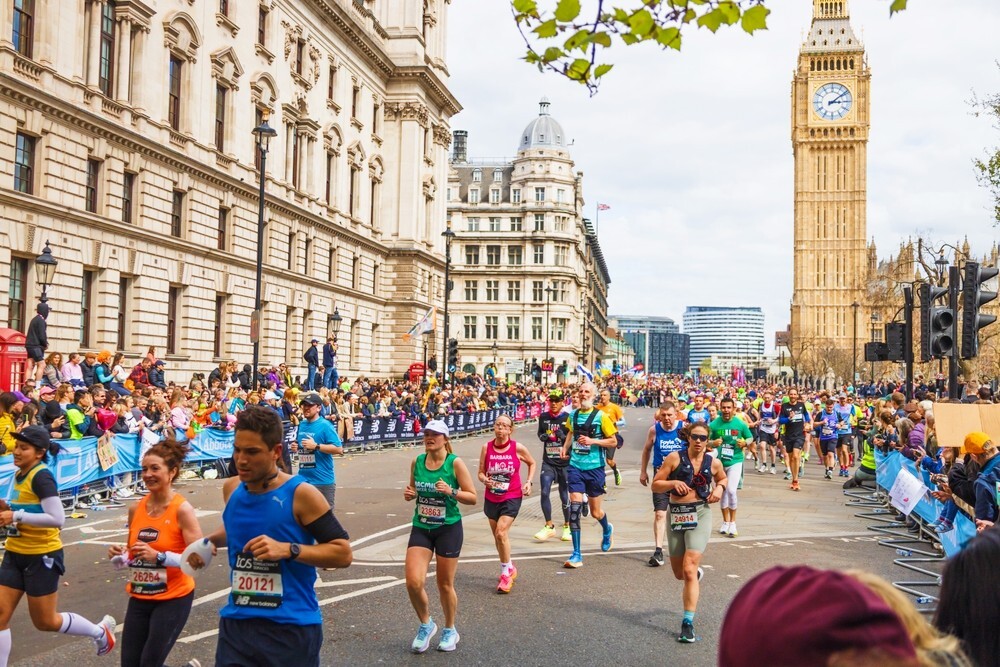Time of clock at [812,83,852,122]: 3:09
